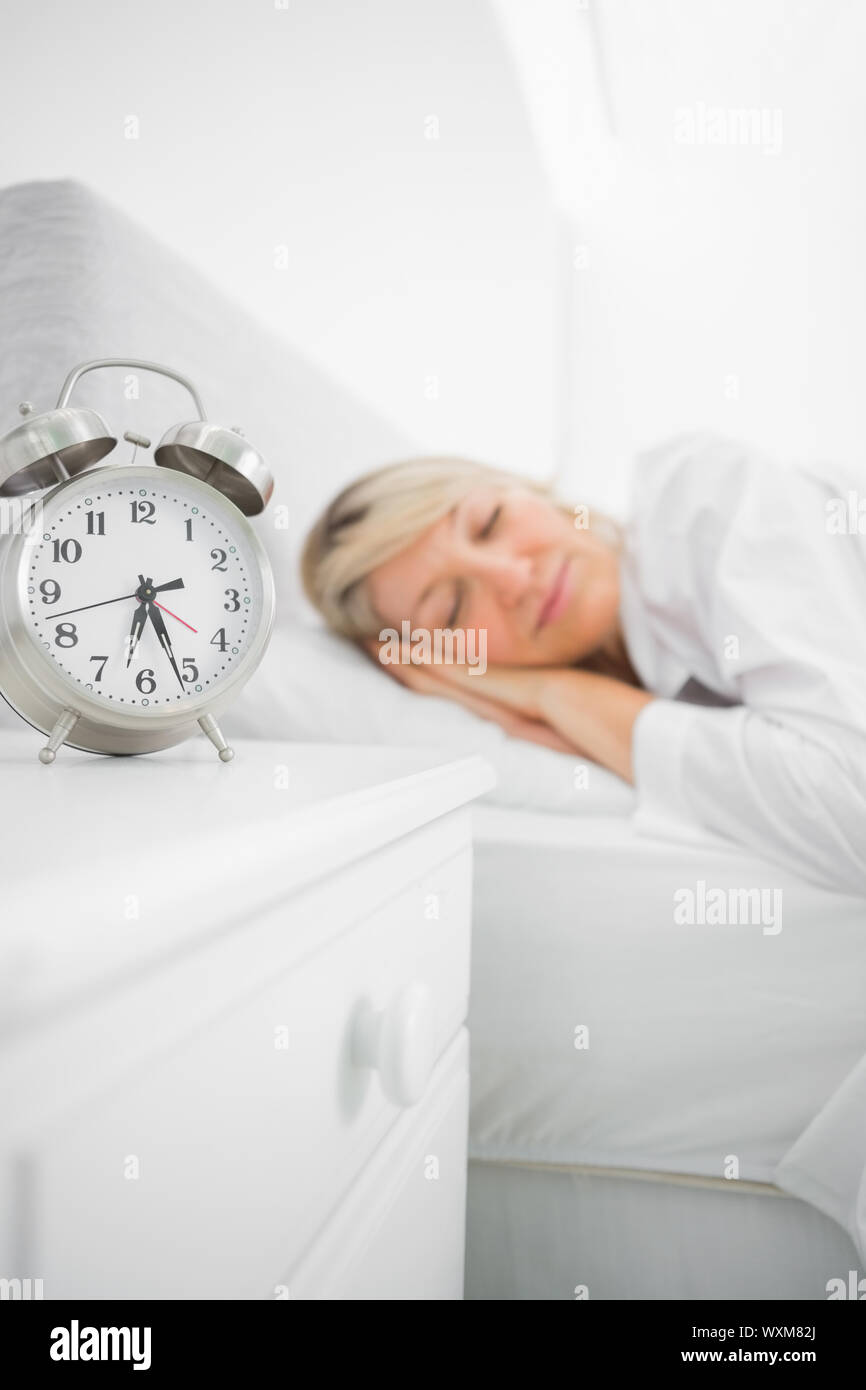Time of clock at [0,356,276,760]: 6:26
